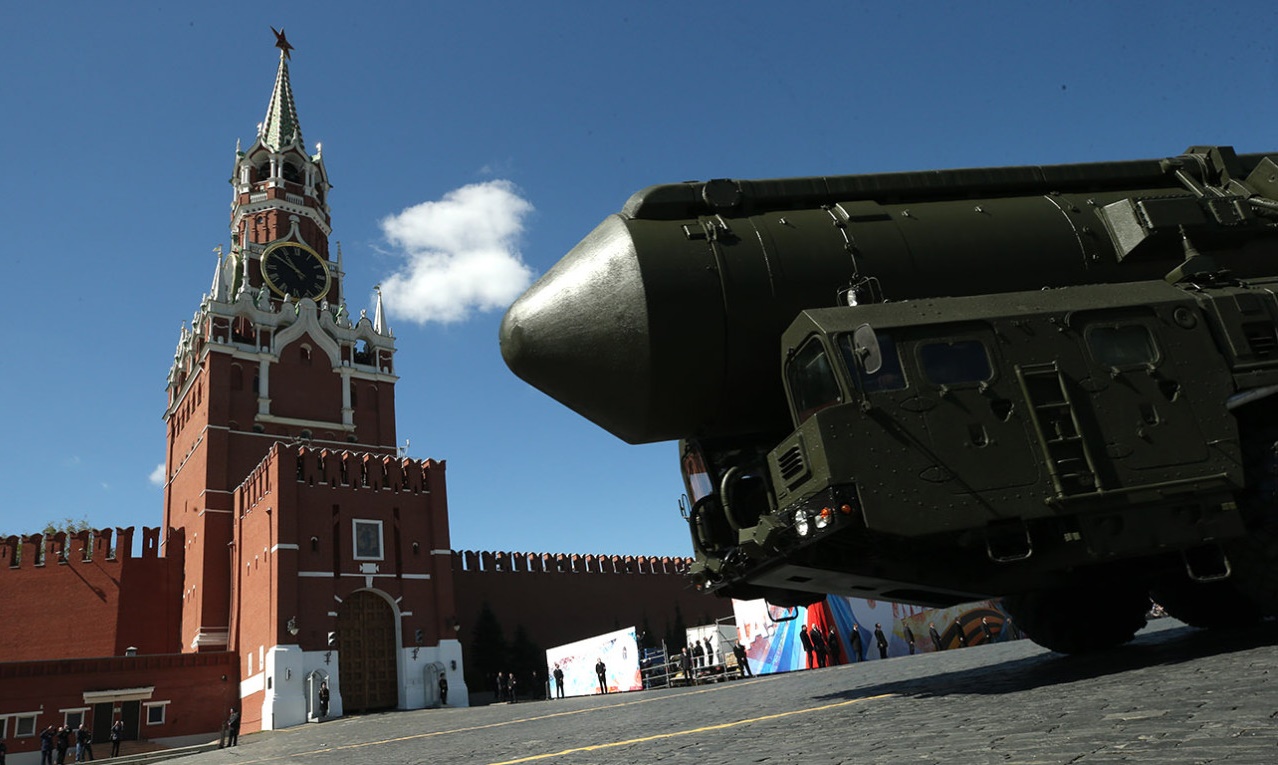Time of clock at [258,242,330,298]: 10:50
